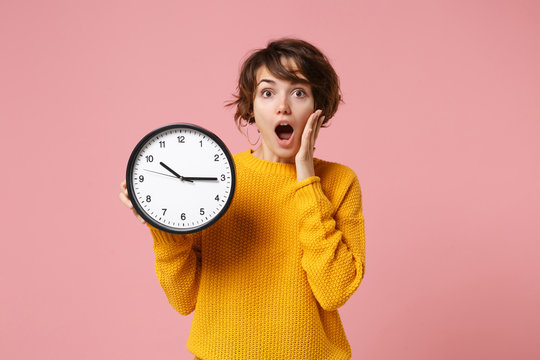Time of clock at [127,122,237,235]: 10:15
